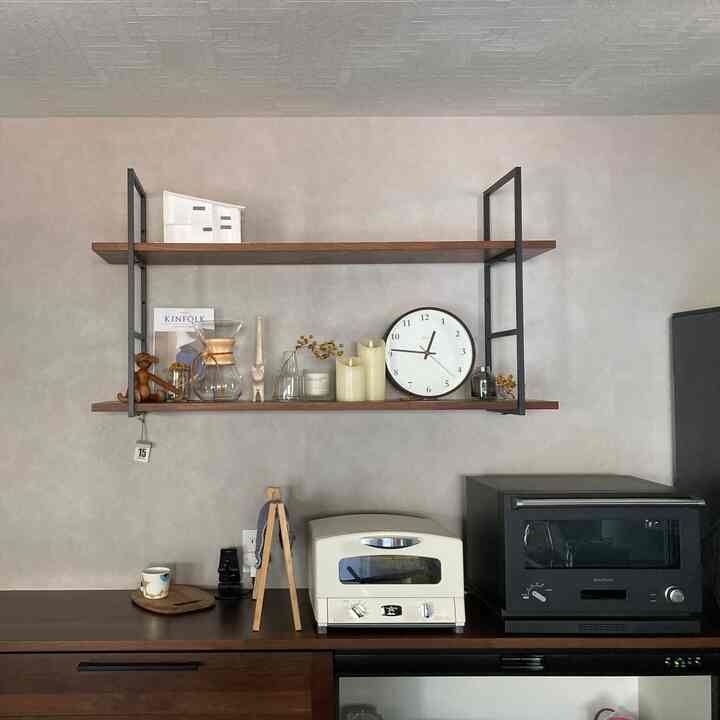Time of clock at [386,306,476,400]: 12:46
